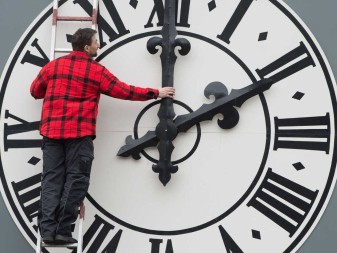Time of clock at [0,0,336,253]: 6:10
